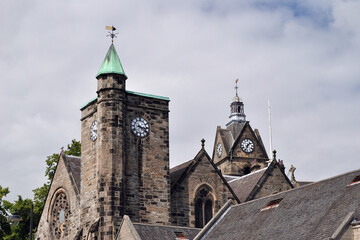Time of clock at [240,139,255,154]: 1:33
